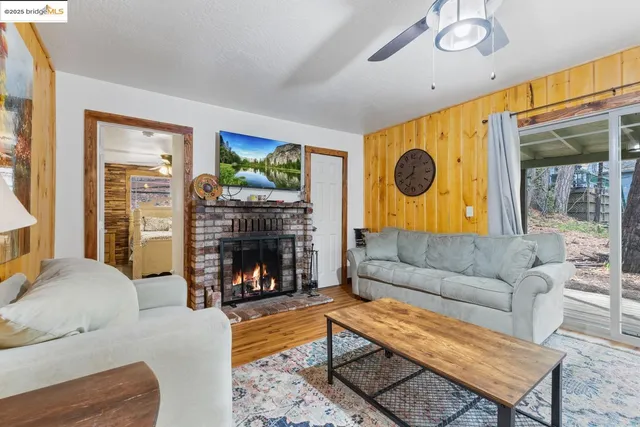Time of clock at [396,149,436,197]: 7:32
